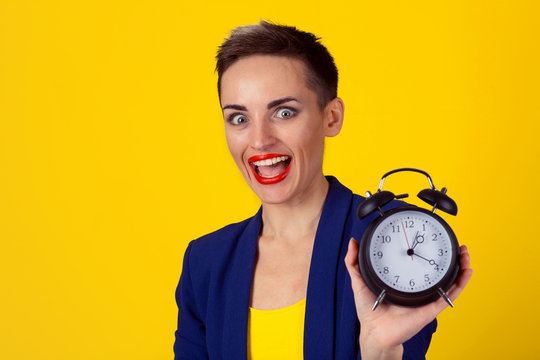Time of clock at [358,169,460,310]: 1:19
